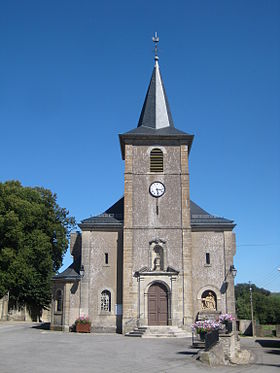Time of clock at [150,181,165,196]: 3:28
